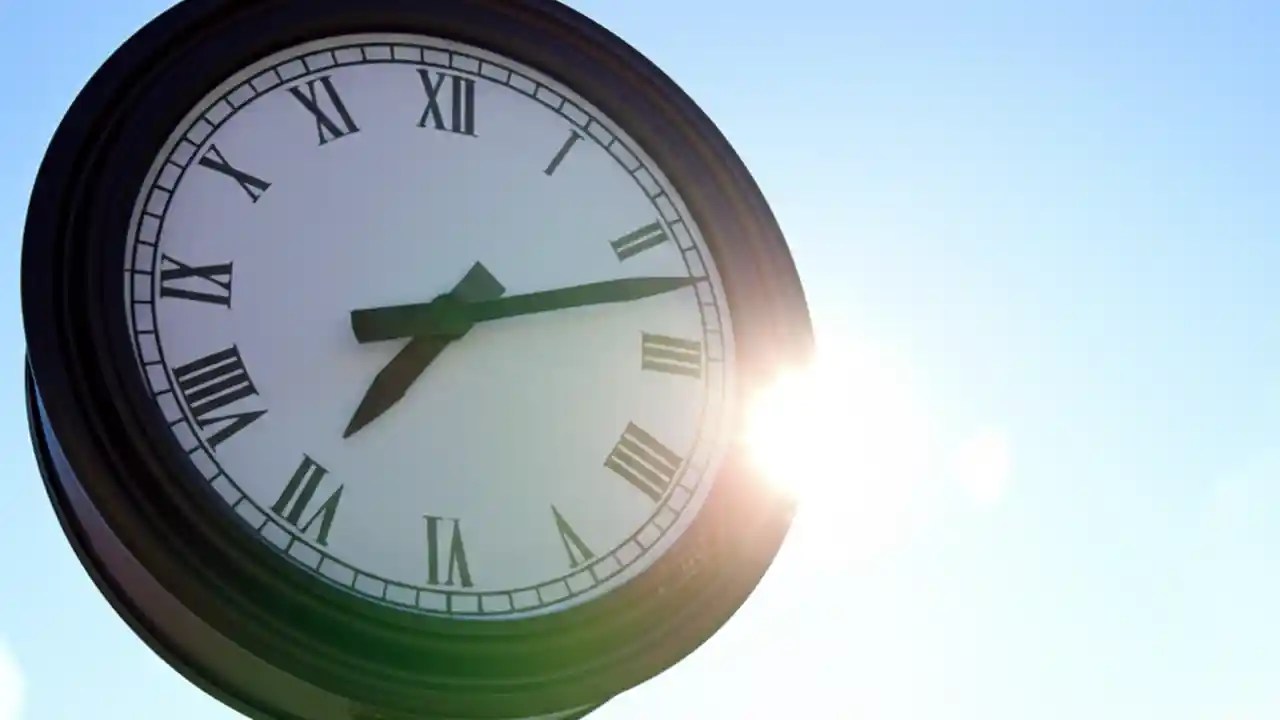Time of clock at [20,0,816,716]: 7:12
